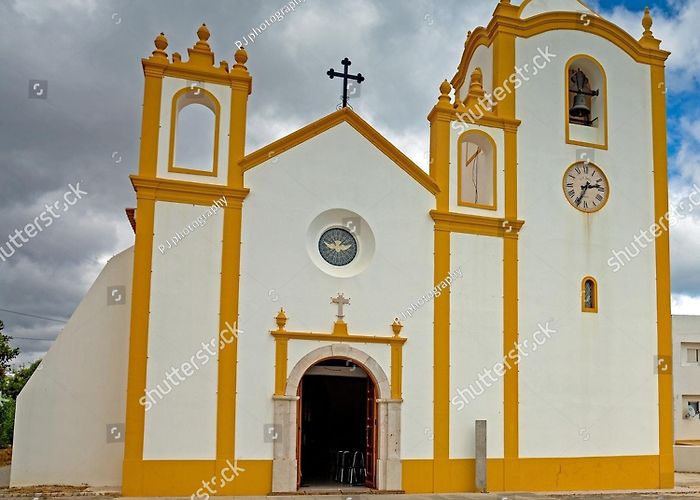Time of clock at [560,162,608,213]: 2:34
